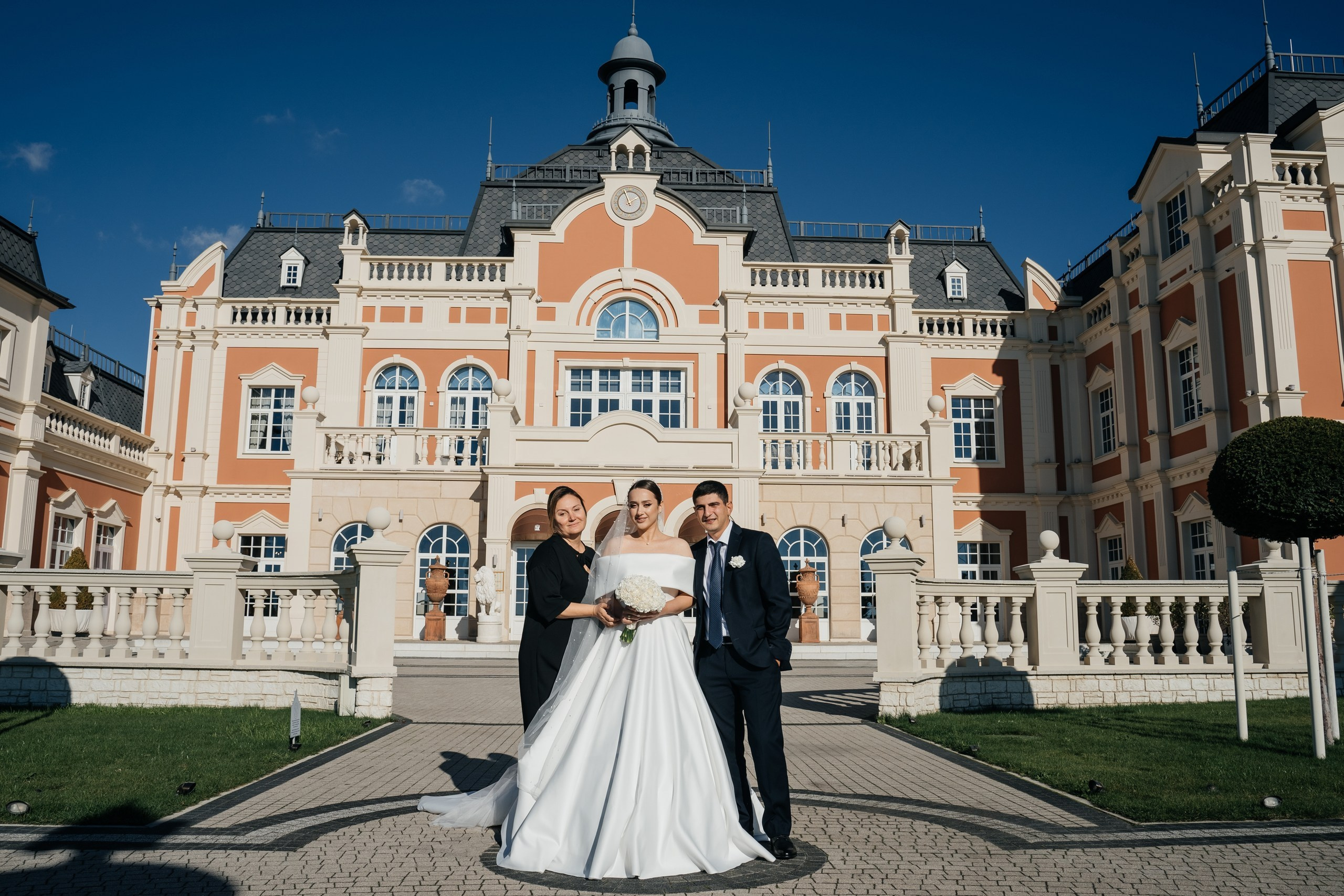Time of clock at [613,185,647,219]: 1:56
